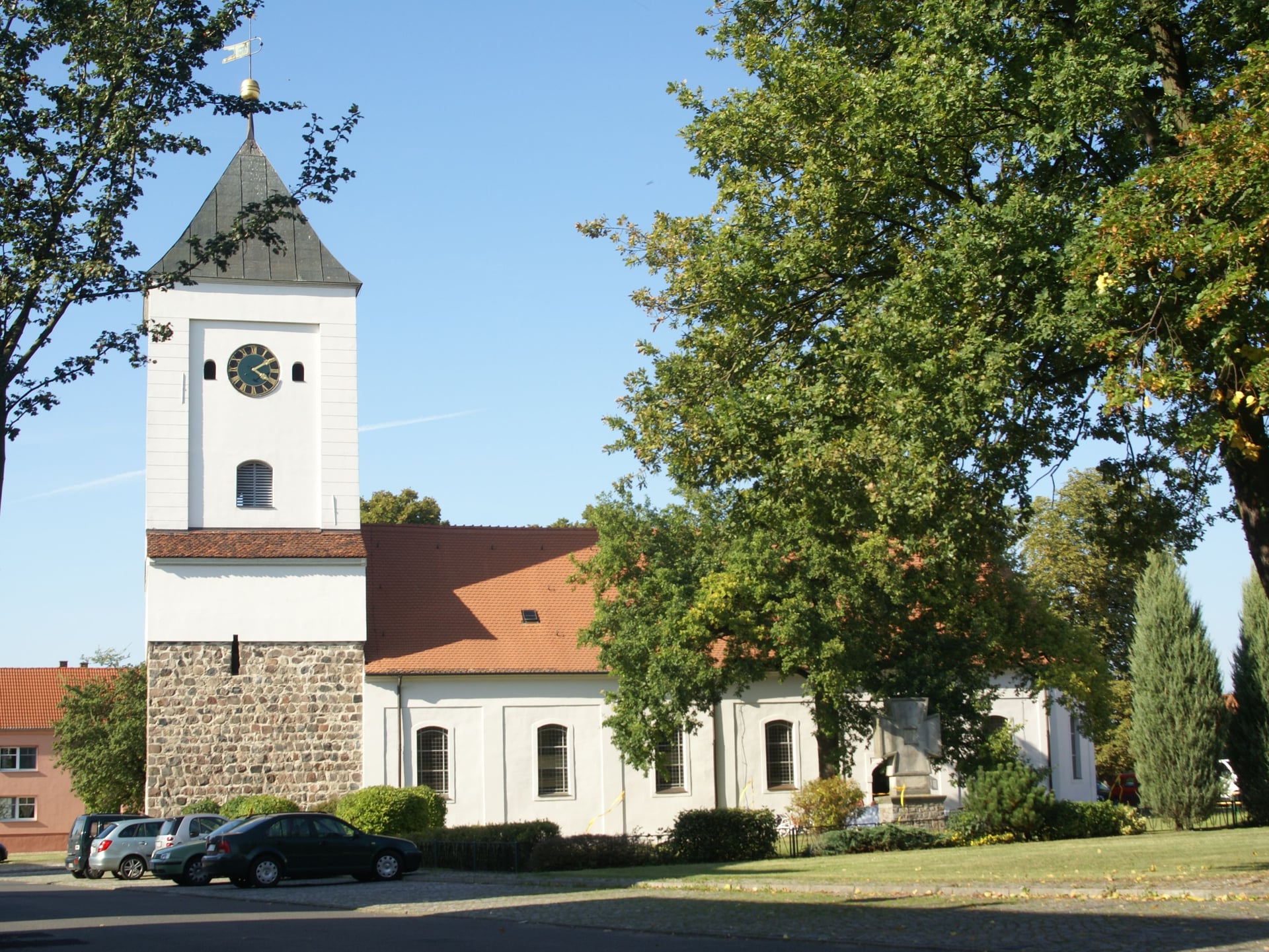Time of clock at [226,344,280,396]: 4:09
